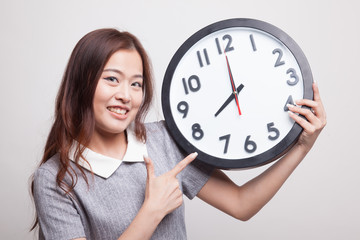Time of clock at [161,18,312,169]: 7:59
